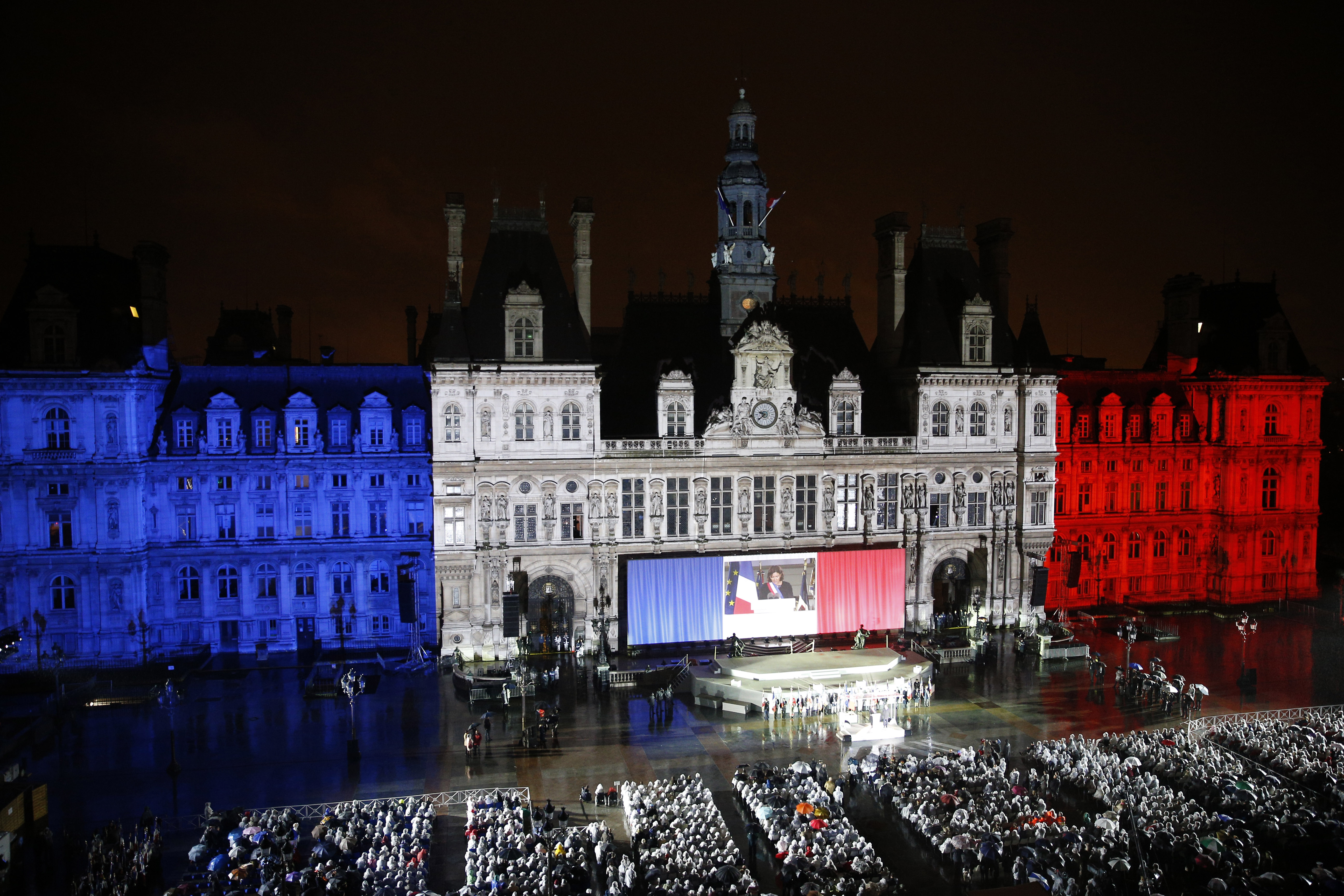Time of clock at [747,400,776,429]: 9:38
